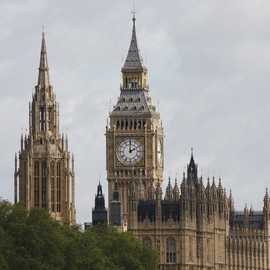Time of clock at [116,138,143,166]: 2:00
